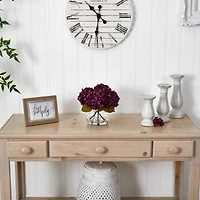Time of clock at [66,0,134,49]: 10:31
